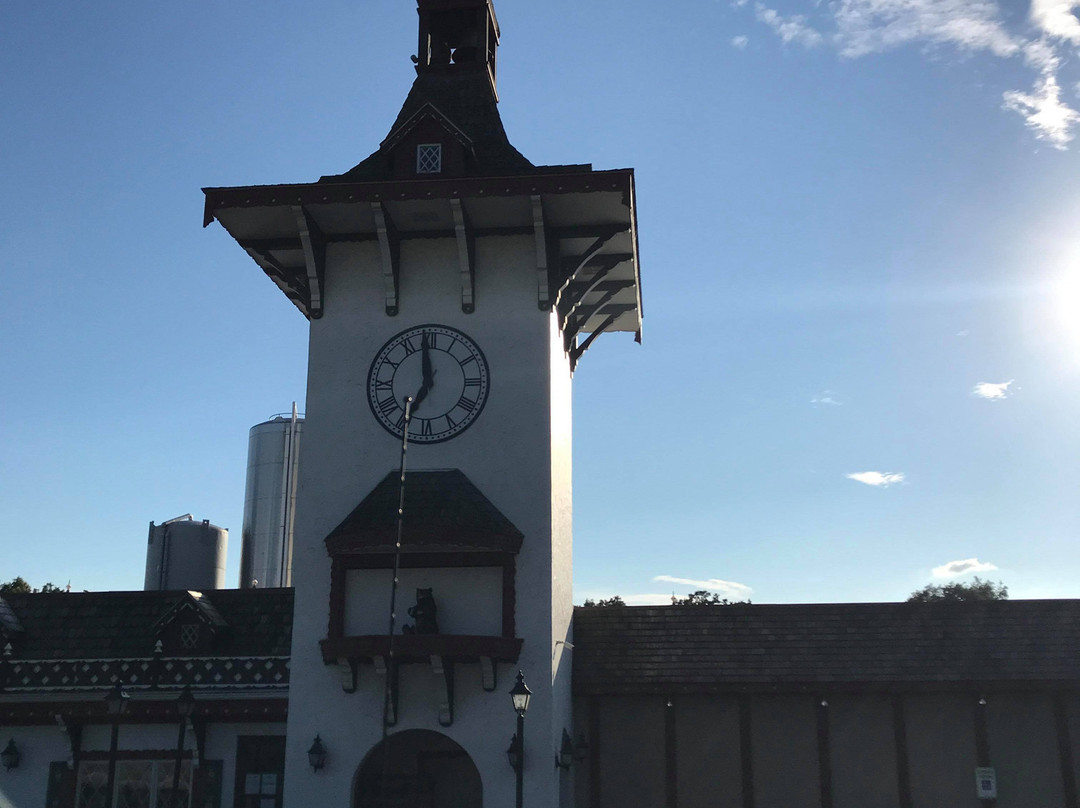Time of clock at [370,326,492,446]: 6:58
